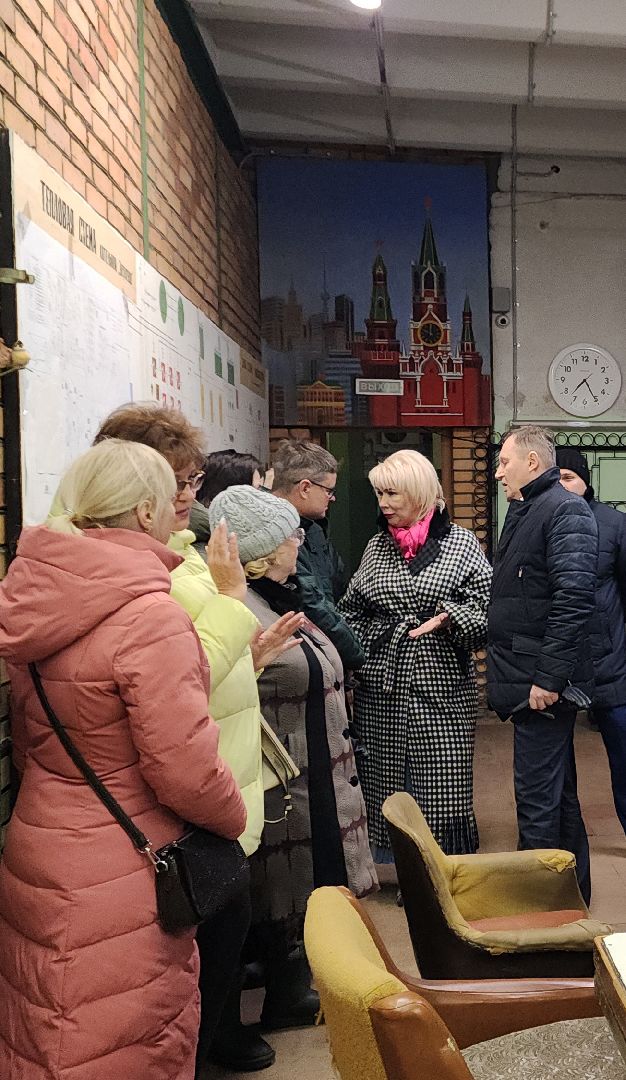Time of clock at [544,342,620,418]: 7:25
